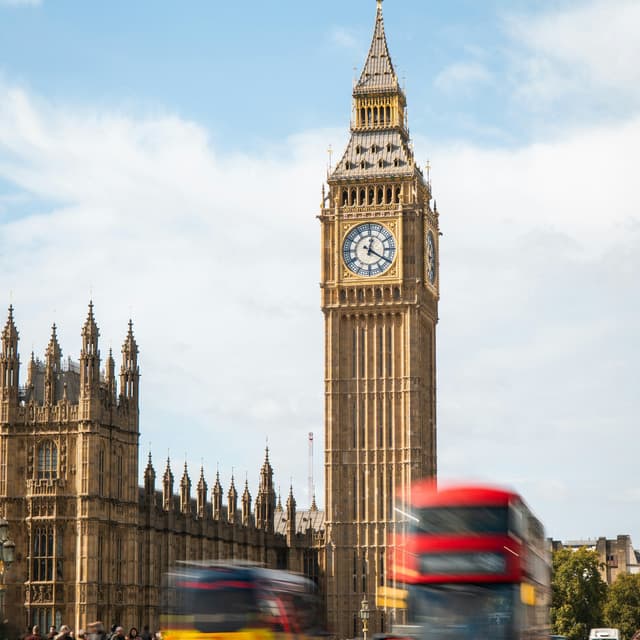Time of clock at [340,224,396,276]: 12:20
